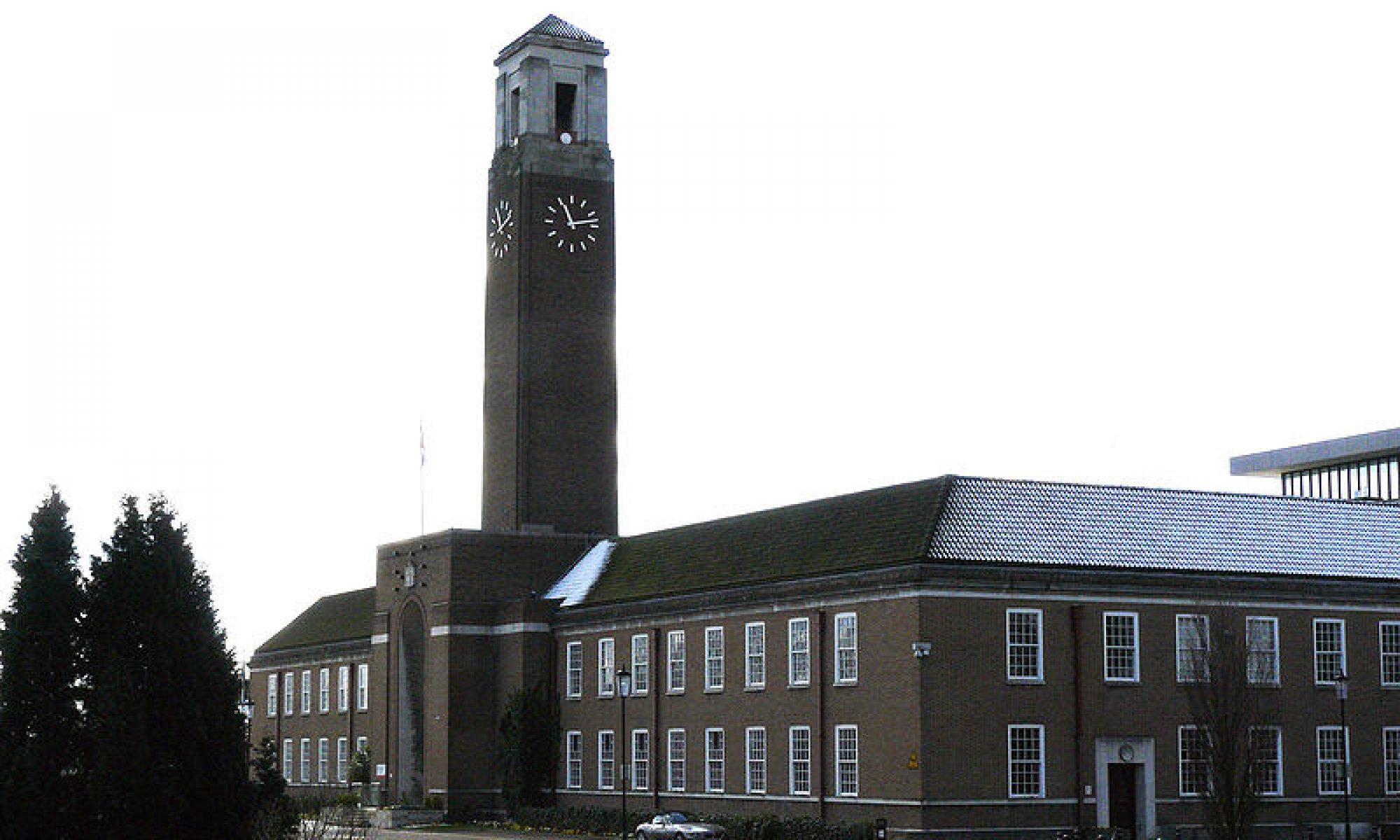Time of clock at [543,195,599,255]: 11:13
